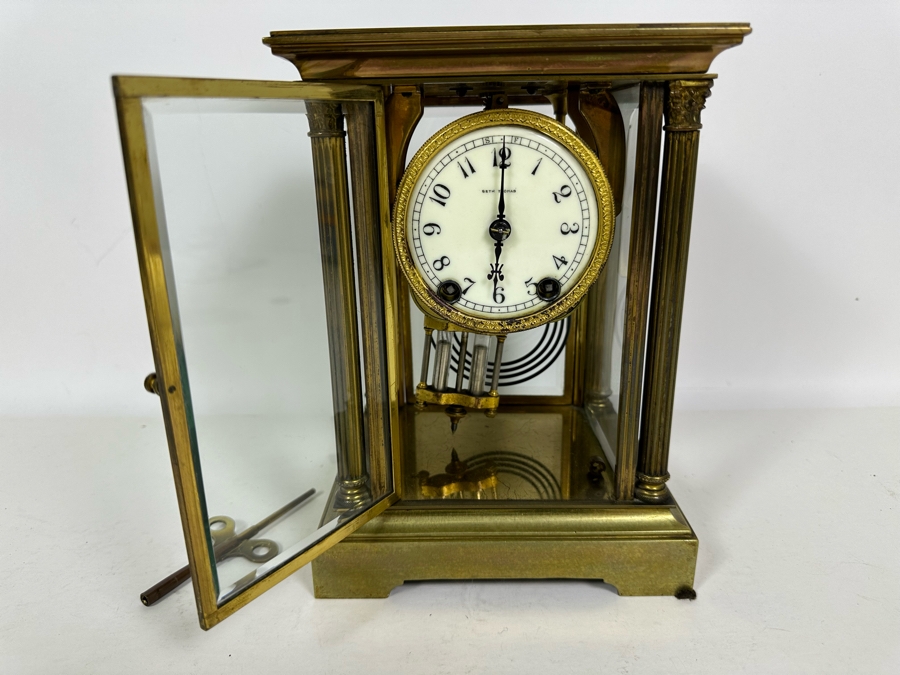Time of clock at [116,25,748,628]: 11:59
